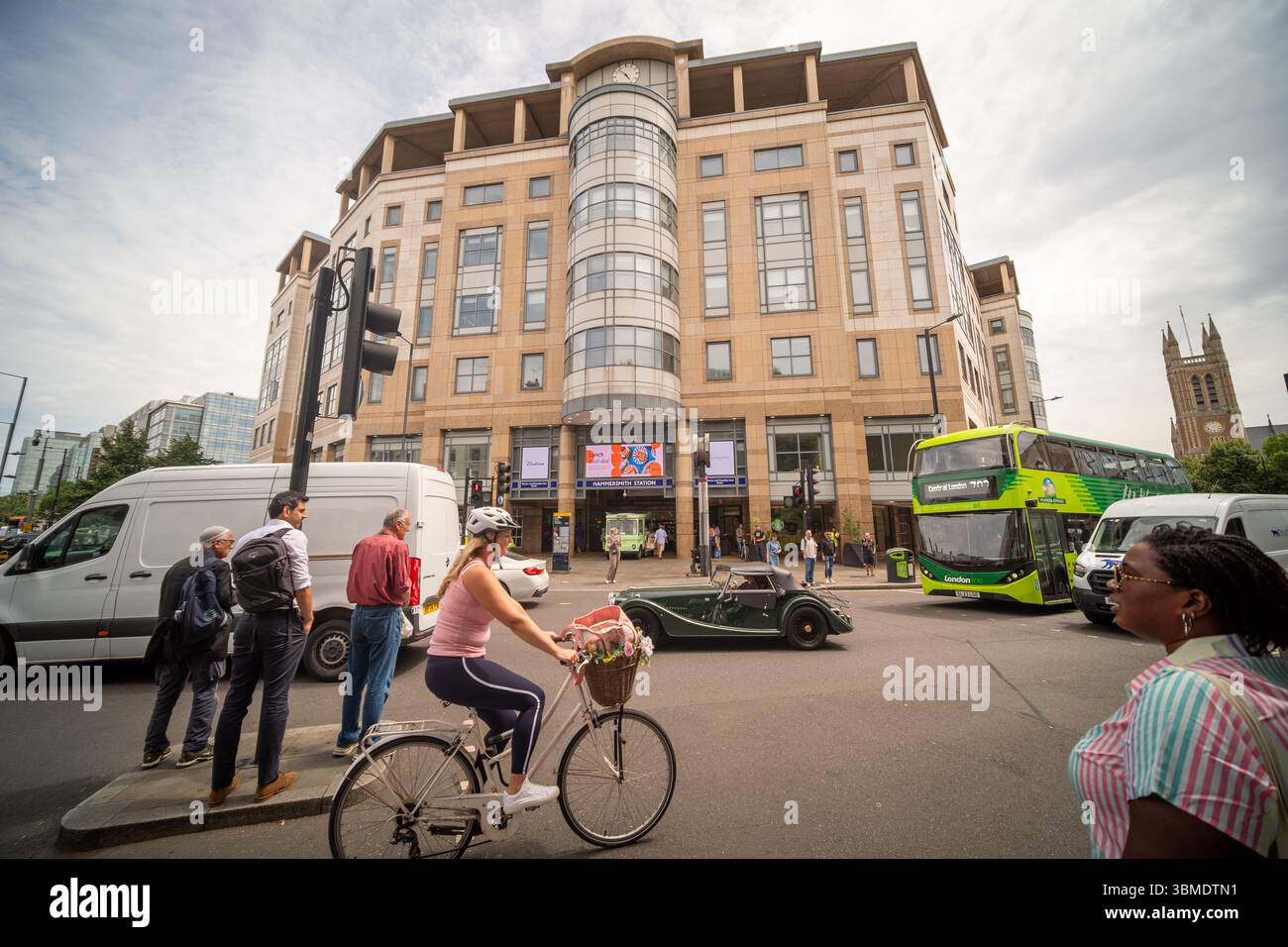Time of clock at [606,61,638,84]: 4:52
